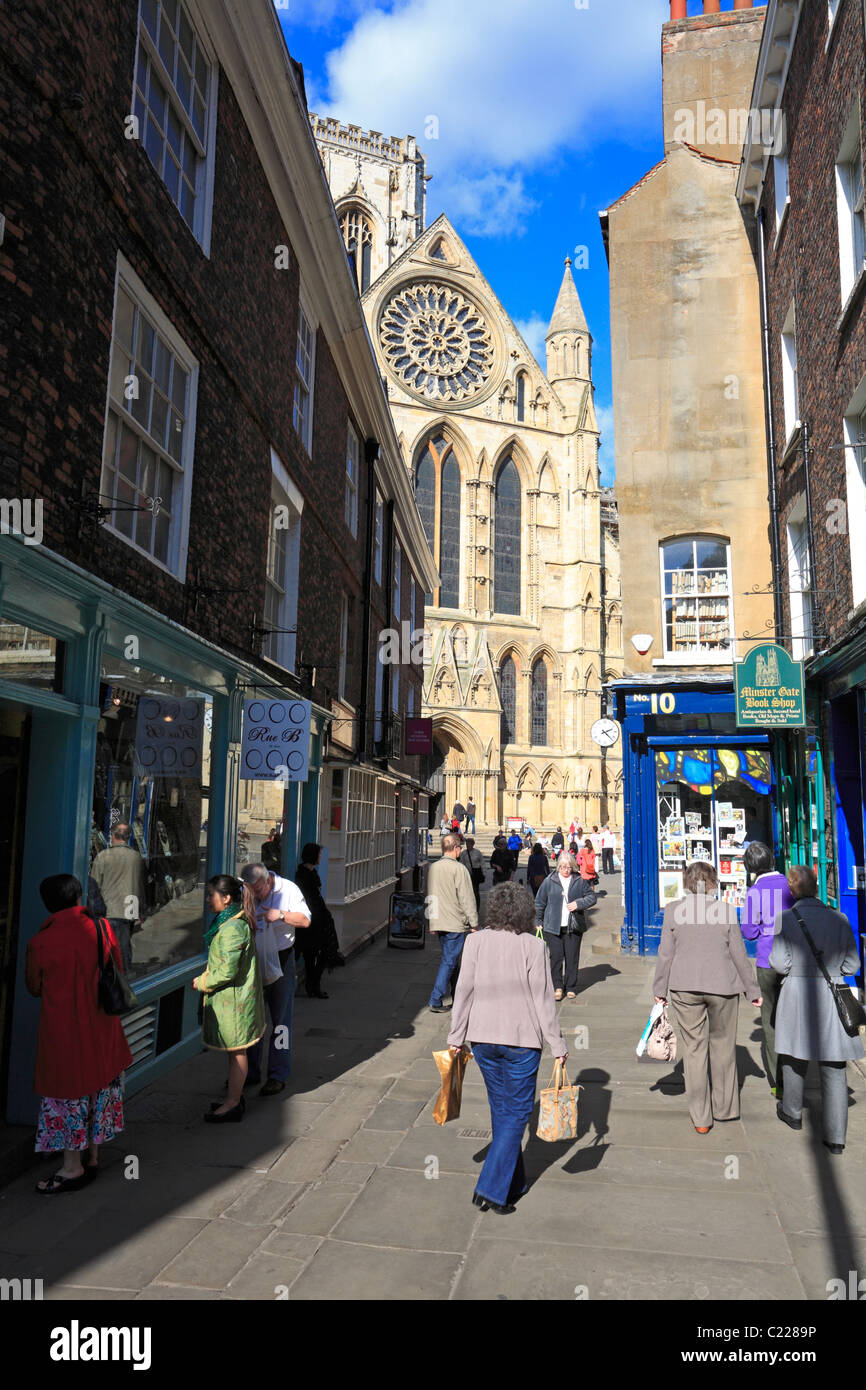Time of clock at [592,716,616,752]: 2:22
